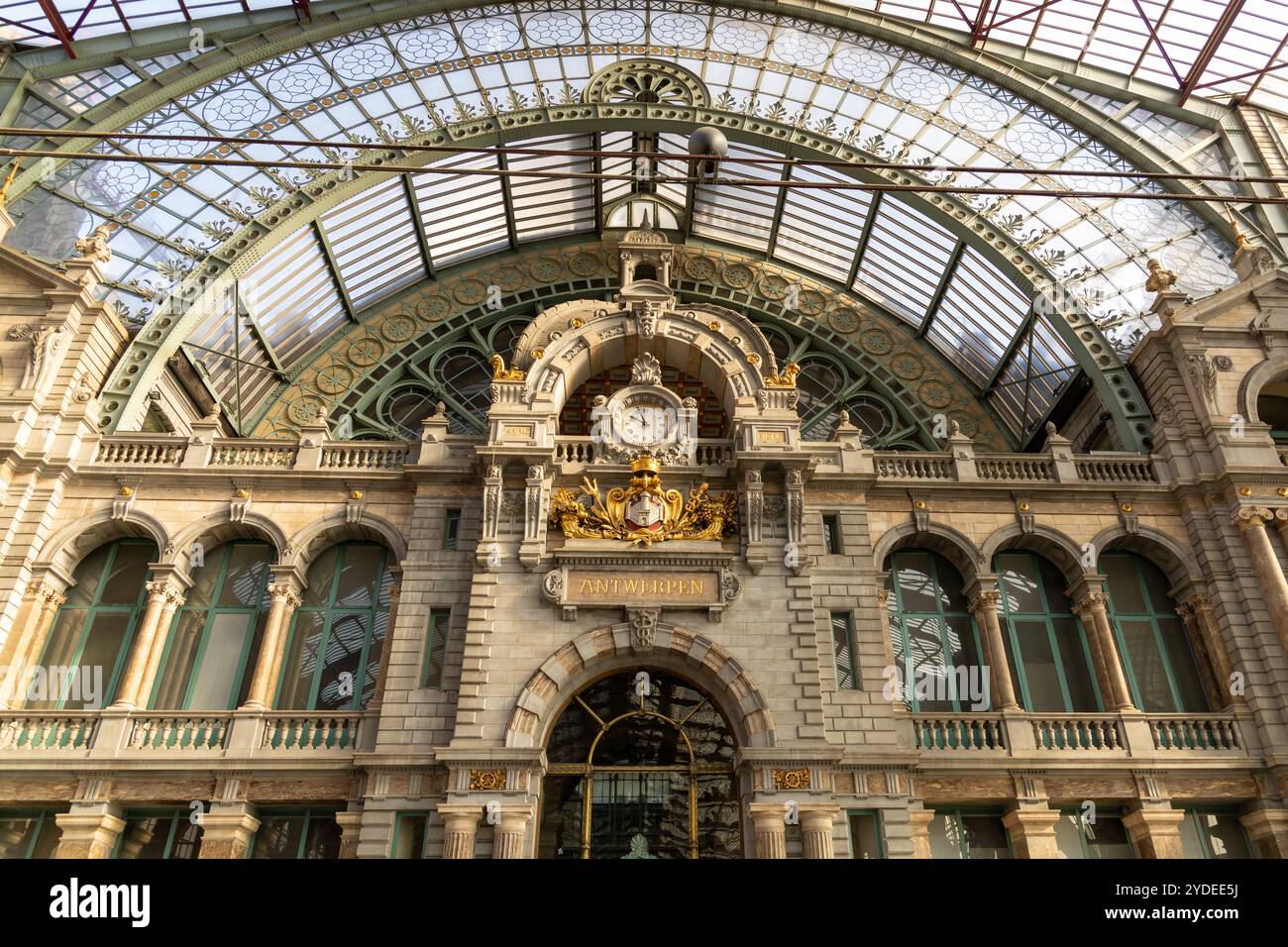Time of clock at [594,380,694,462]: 9:57
